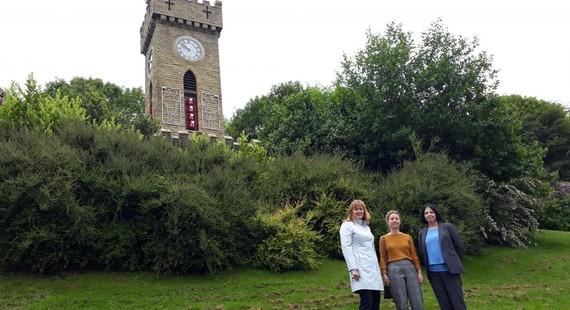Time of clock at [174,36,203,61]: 9:51
